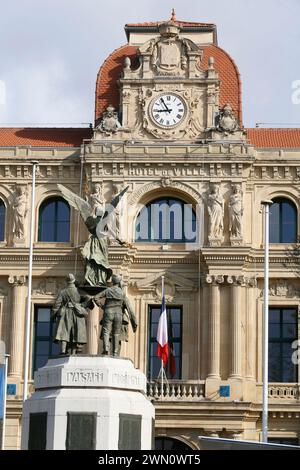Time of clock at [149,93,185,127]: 8:54
